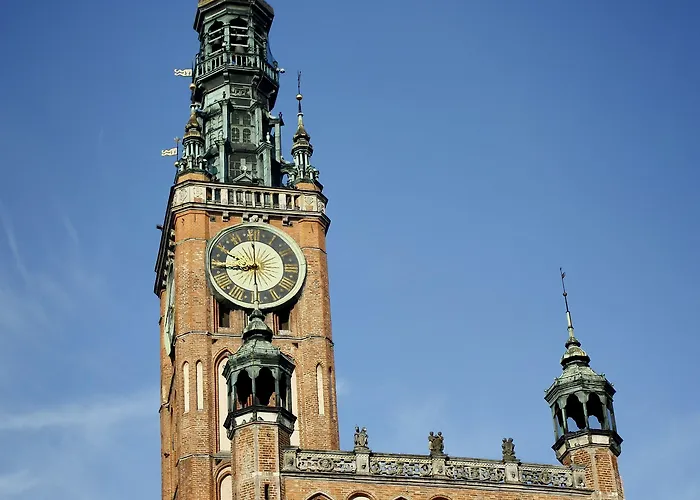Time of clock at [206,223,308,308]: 8:59
